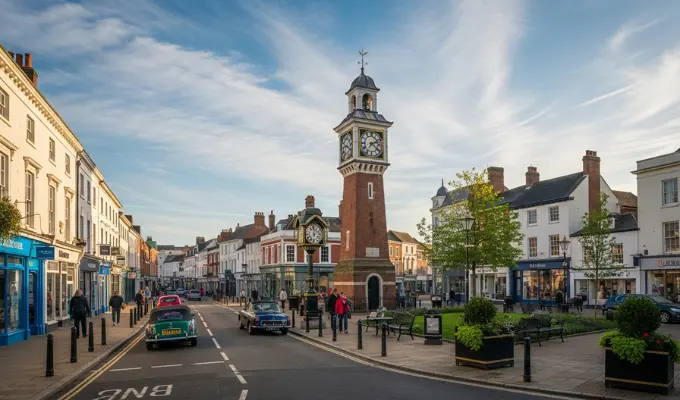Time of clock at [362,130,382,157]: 2:21
